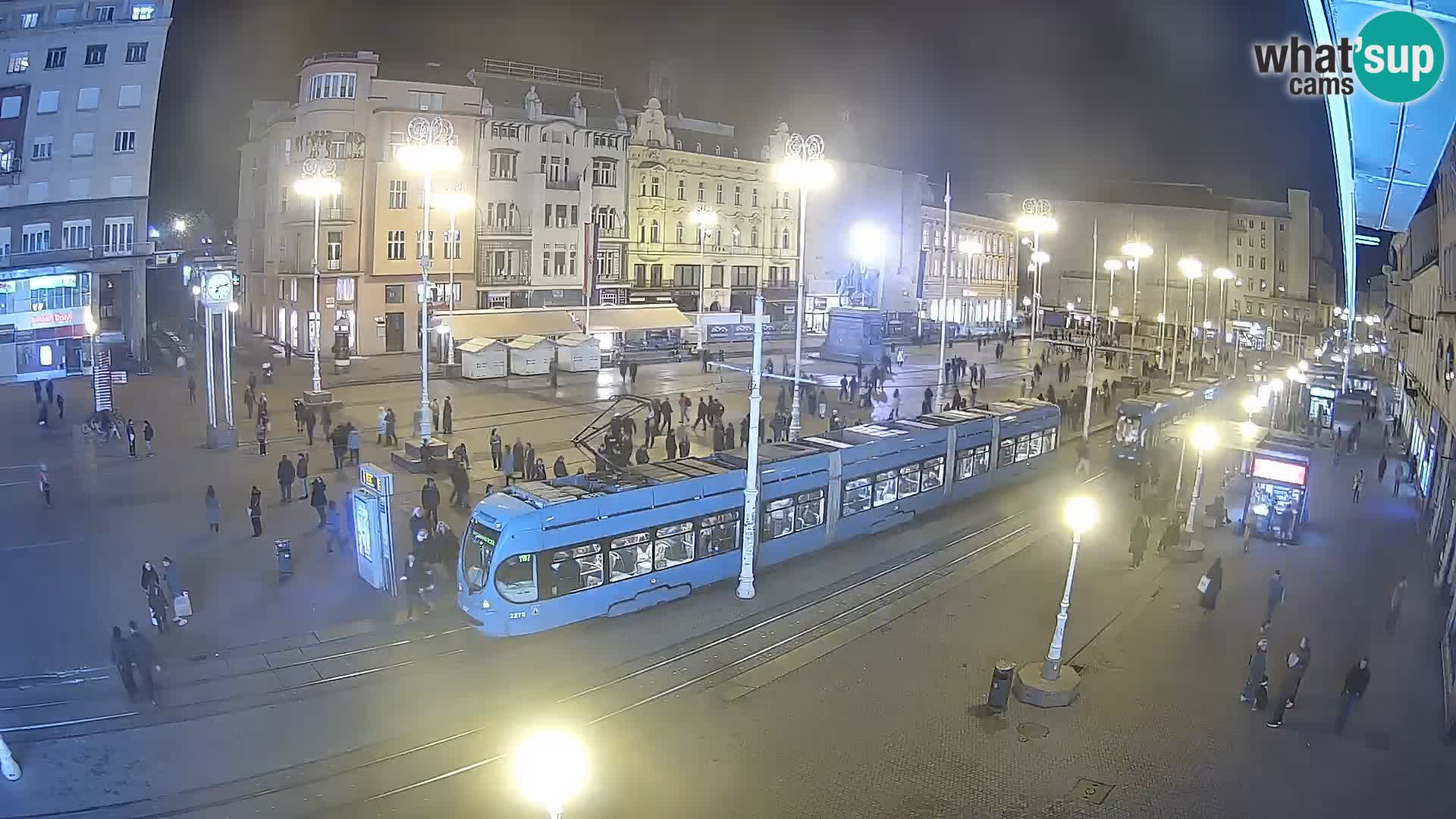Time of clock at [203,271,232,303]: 7:12
